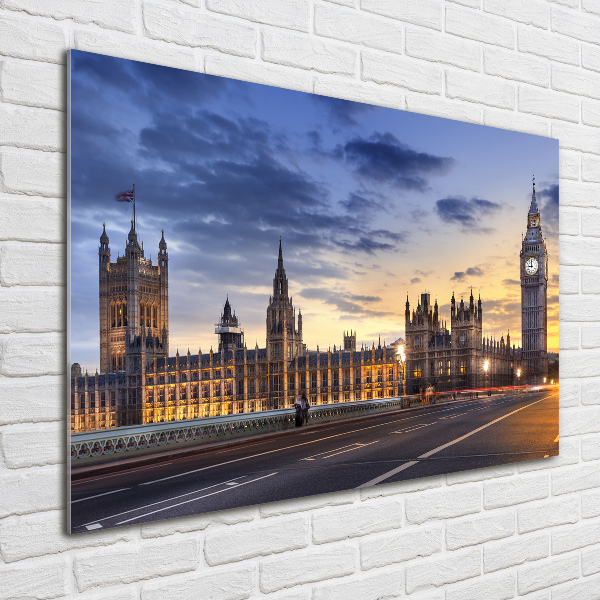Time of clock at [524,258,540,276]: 8:59
